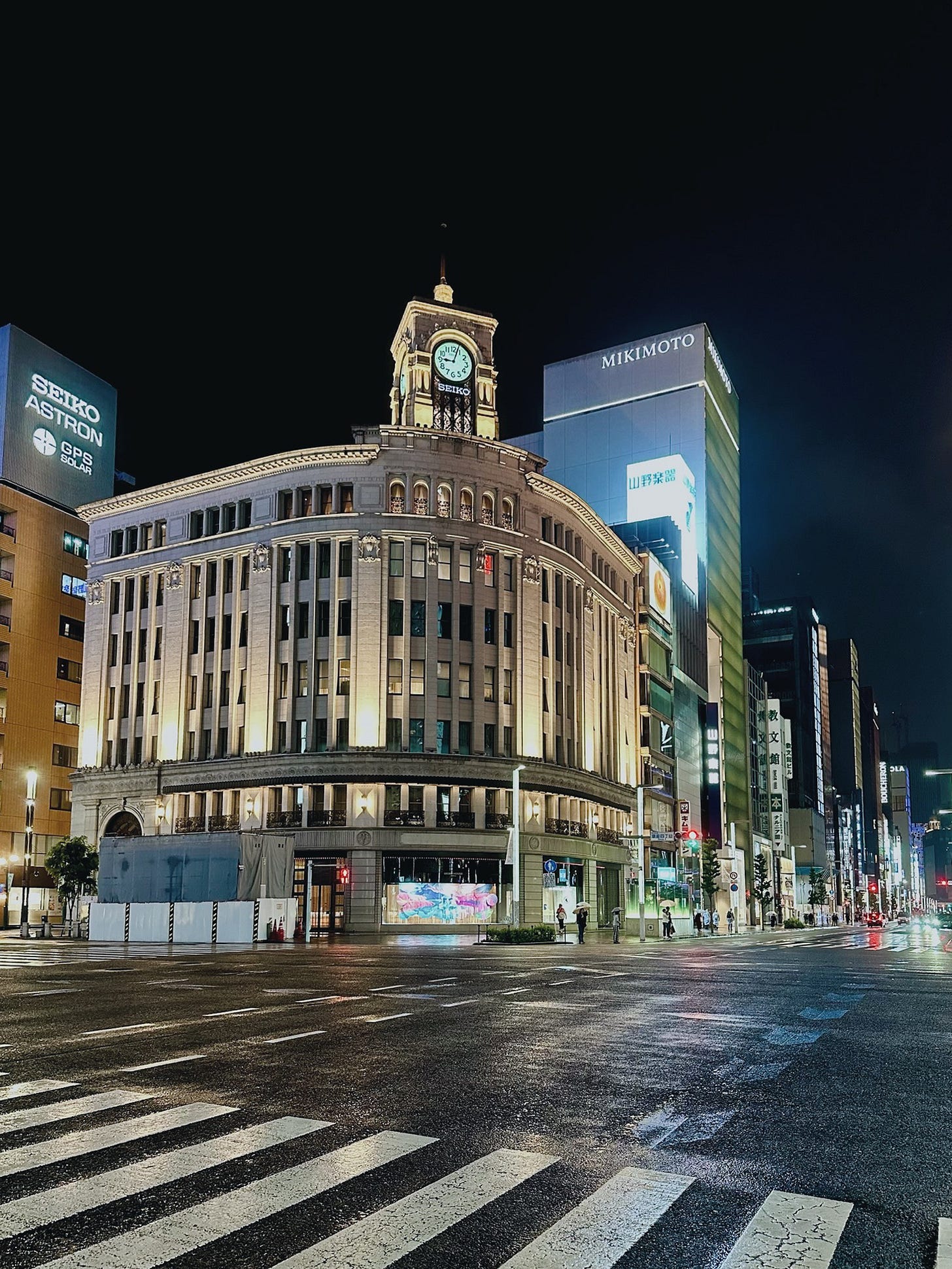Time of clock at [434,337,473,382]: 9:03
